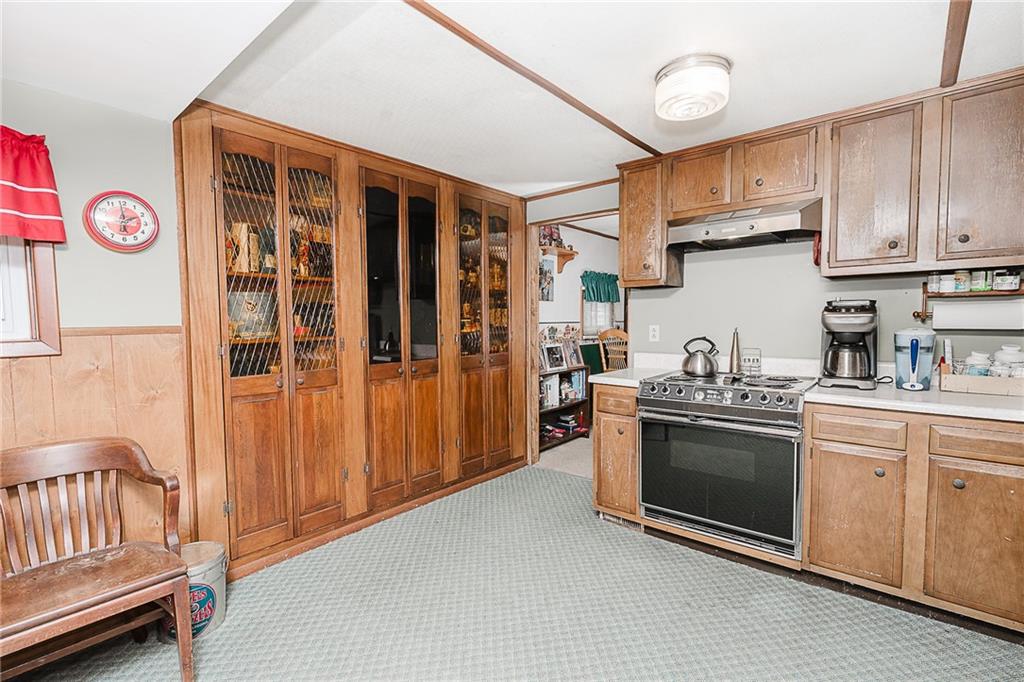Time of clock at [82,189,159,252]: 1:59
